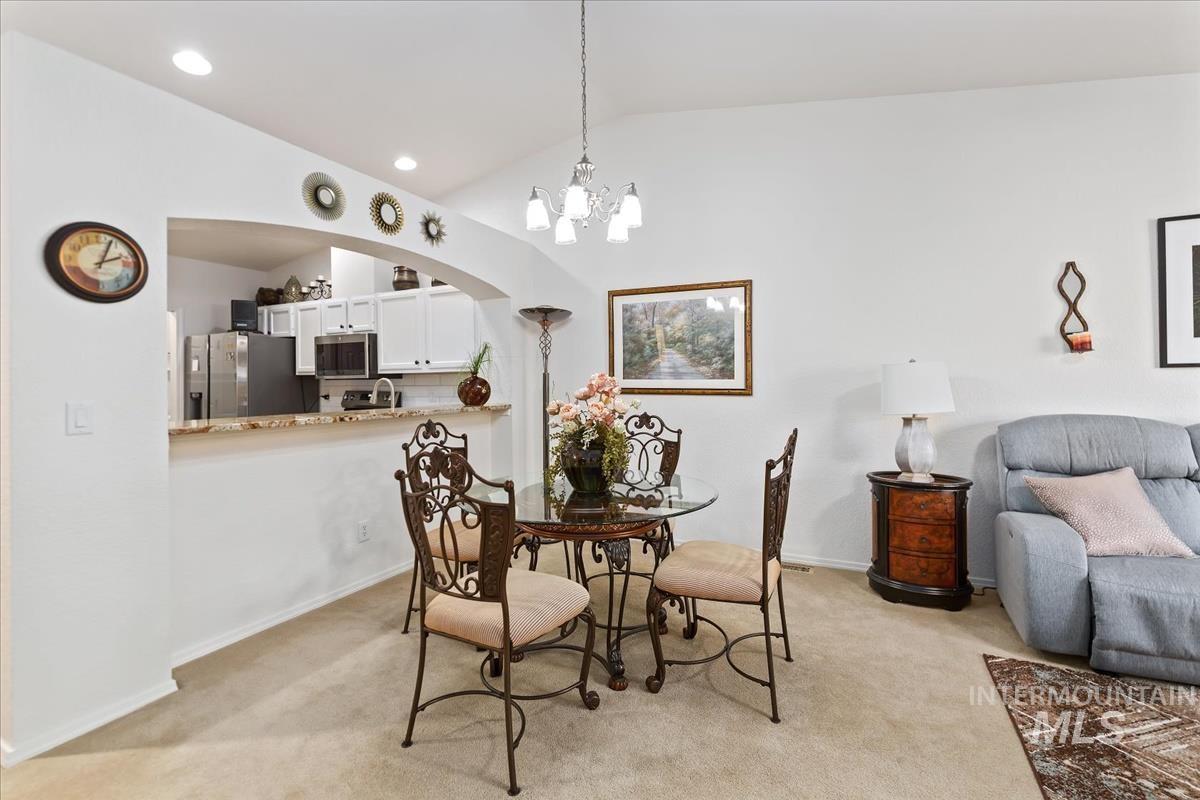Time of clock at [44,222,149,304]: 2:03
